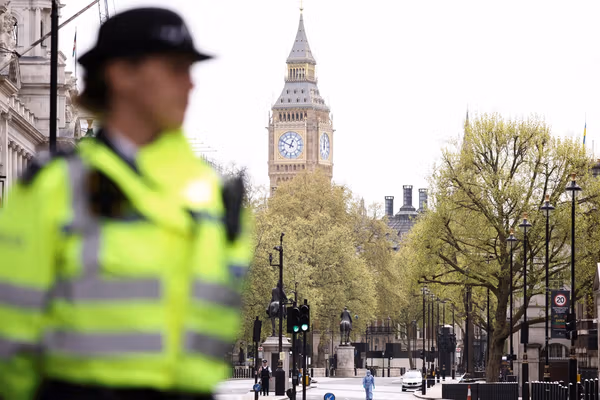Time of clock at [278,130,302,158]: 12:49
